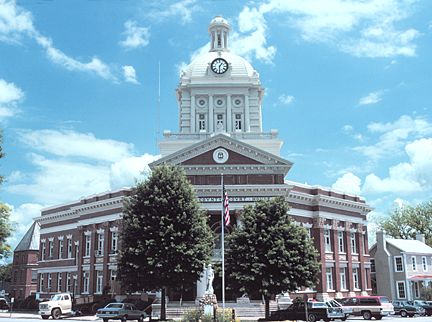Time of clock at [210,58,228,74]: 1:30
